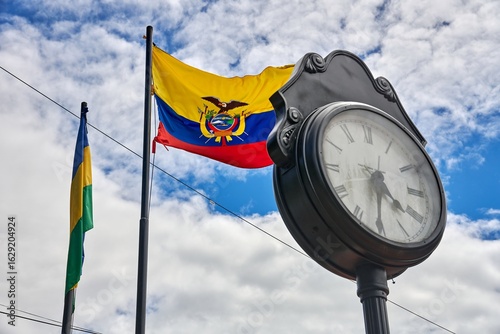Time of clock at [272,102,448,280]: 4:31
